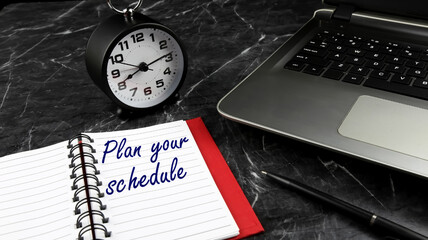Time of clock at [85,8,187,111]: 8:13
